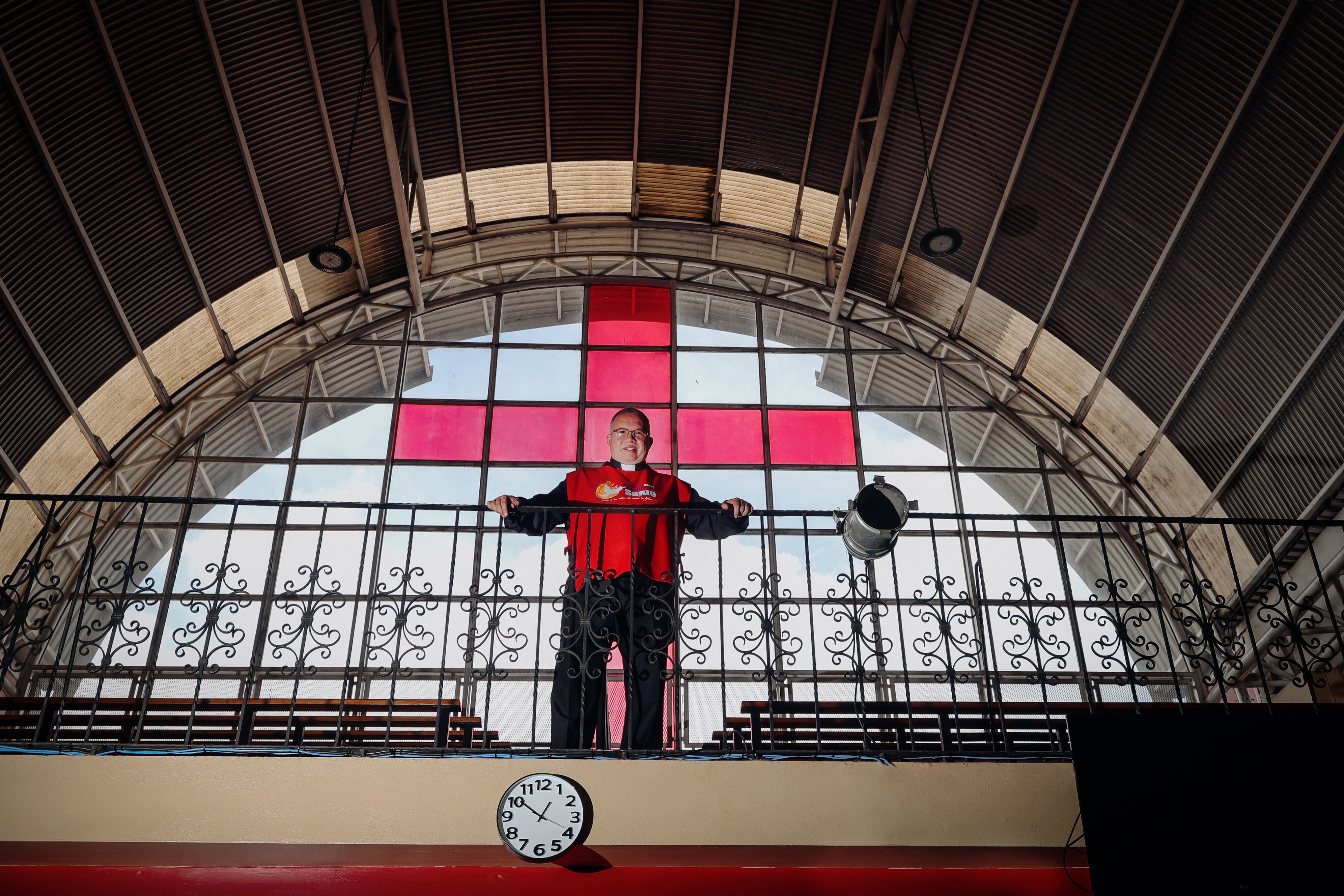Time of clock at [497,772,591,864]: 12:51
